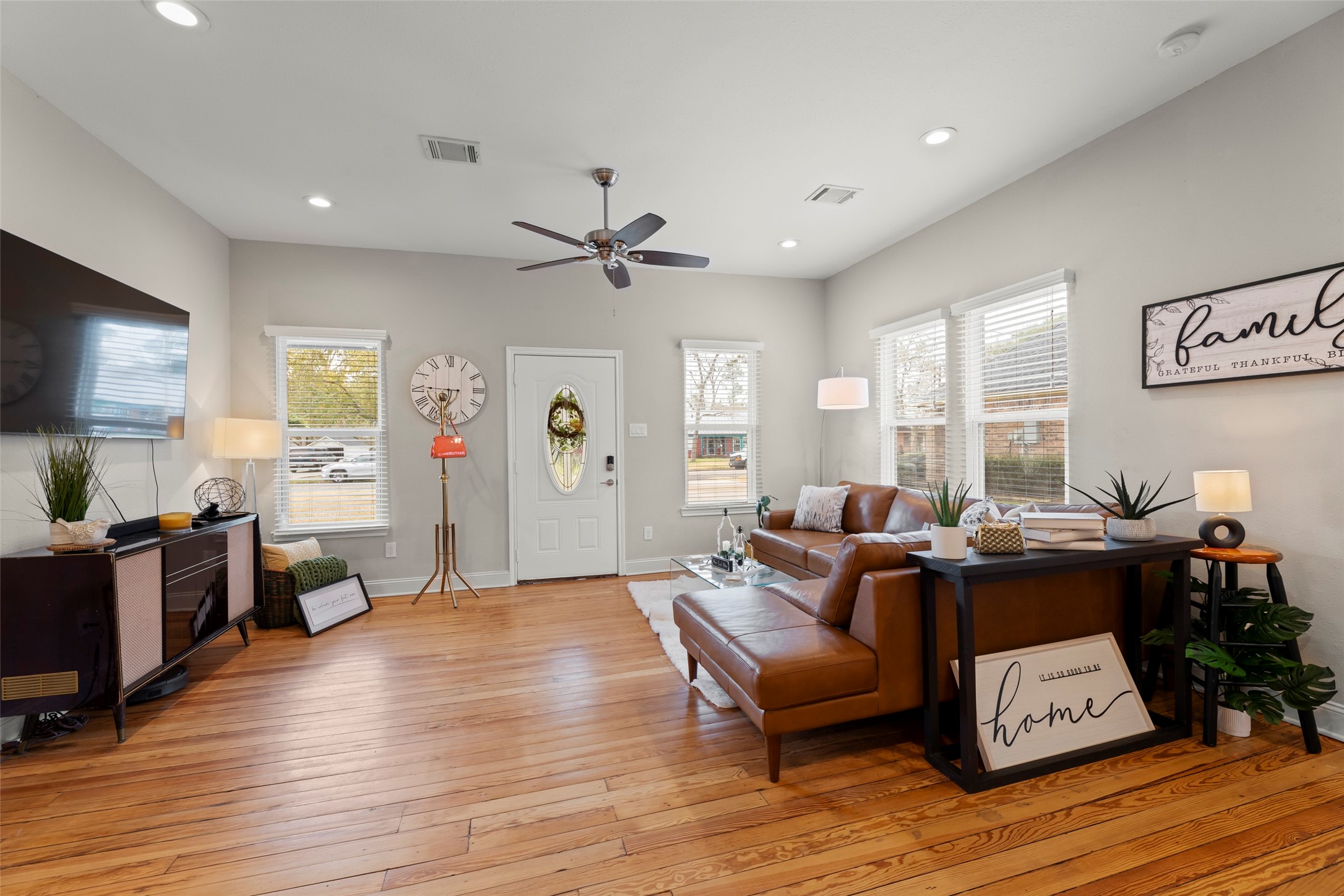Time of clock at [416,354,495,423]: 6:45
